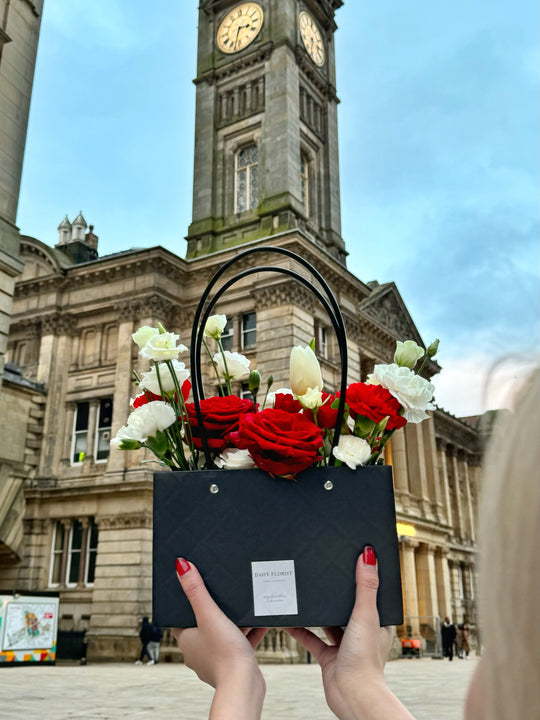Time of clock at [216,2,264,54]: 3:32
